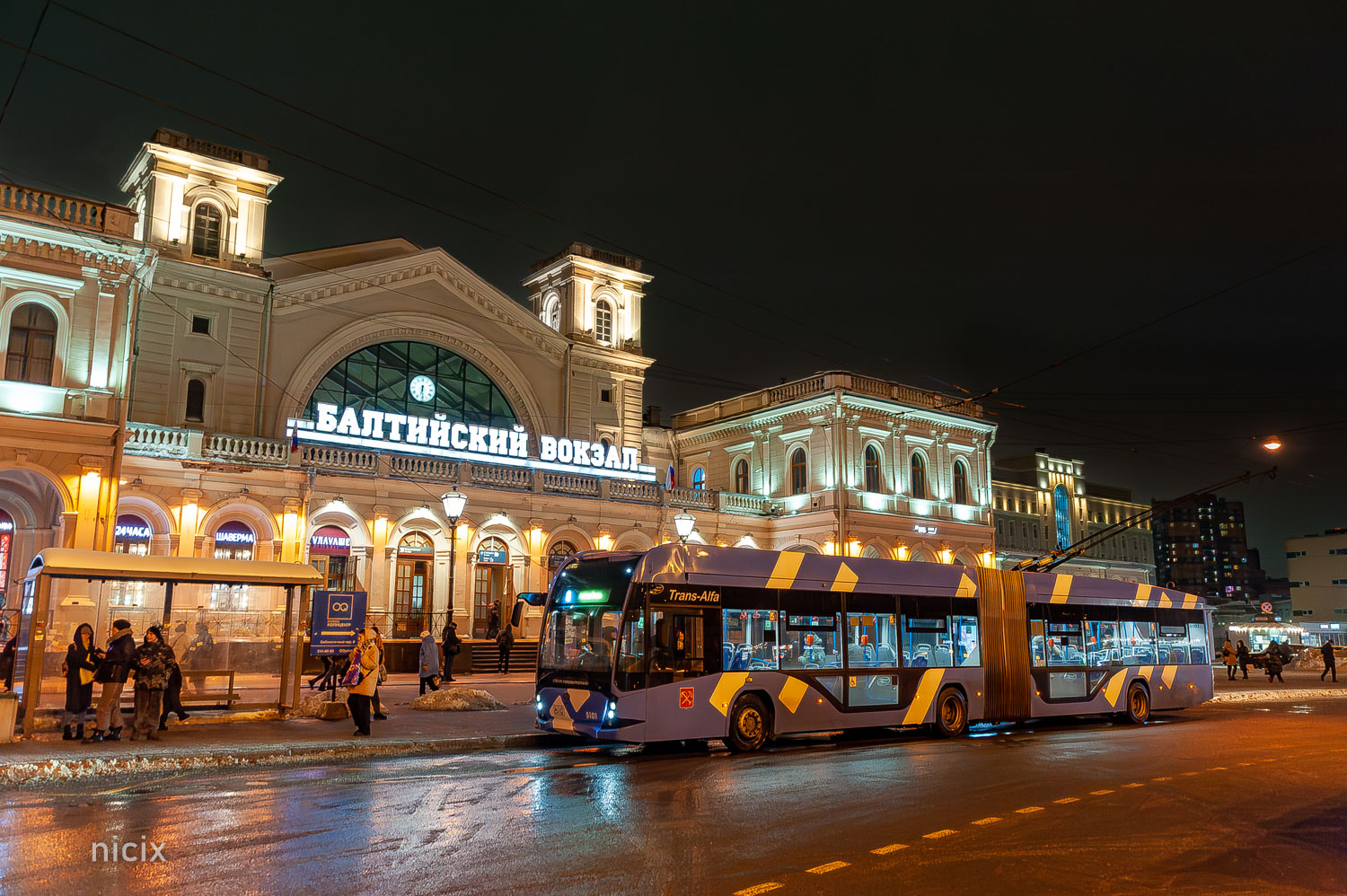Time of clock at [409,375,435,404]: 6:29
